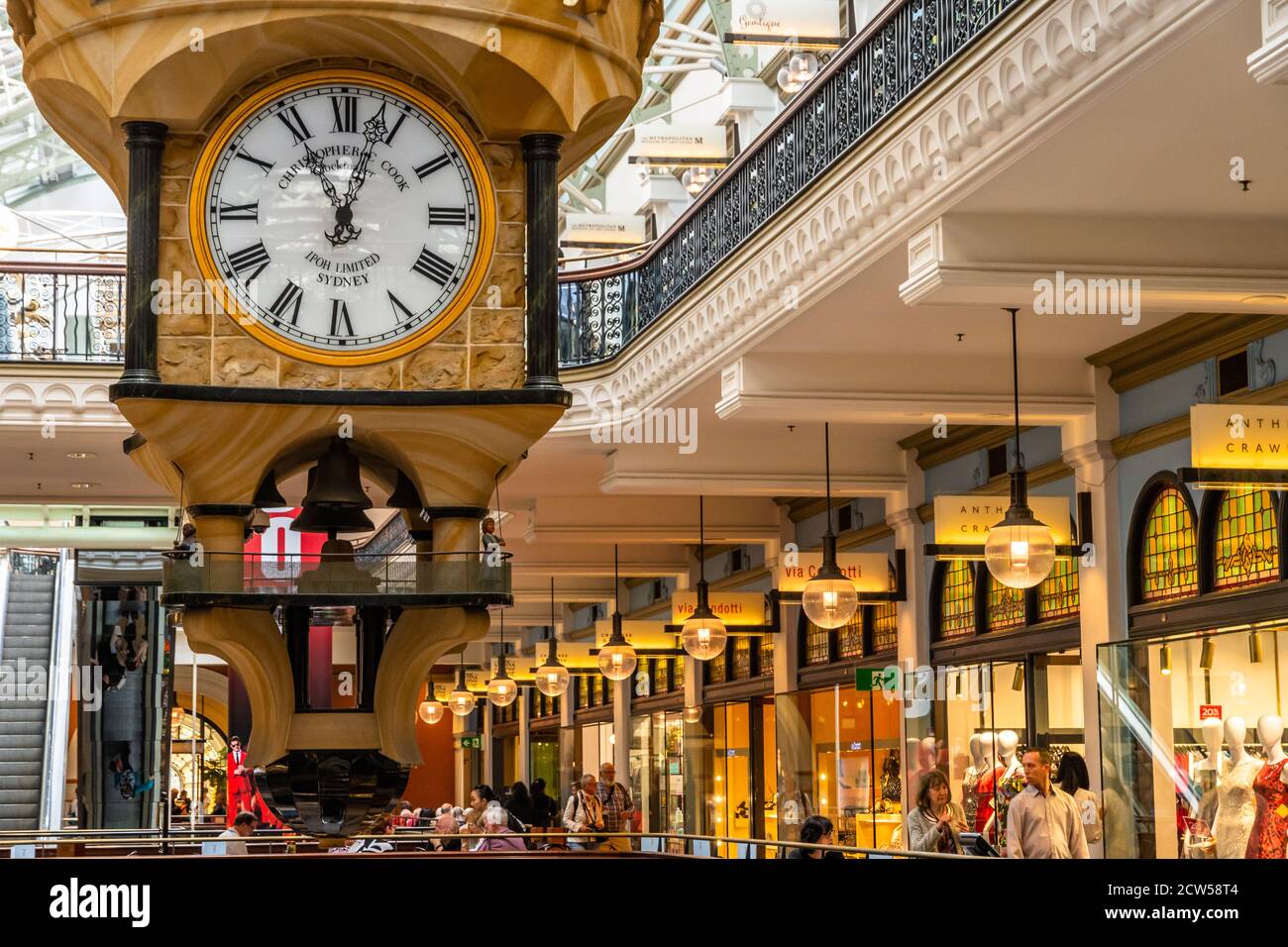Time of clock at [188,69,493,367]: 11:02
